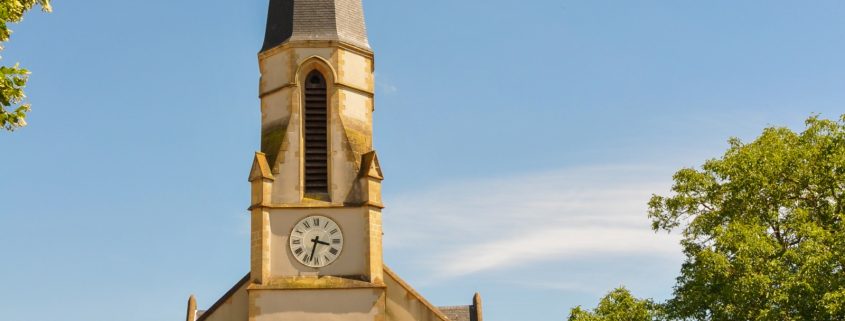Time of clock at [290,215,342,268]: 3:32
